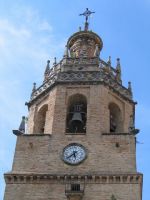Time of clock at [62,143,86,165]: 5:38
